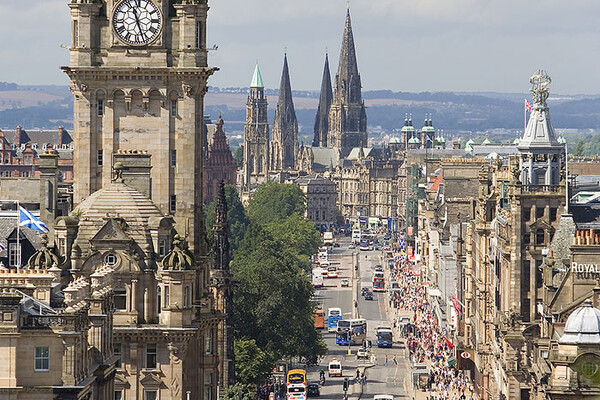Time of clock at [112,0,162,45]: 11:26
